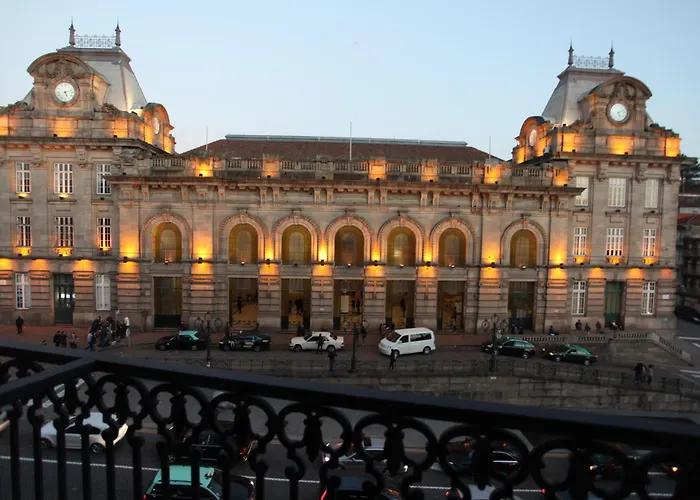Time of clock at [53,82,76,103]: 5:11
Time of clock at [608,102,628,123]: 5:11
